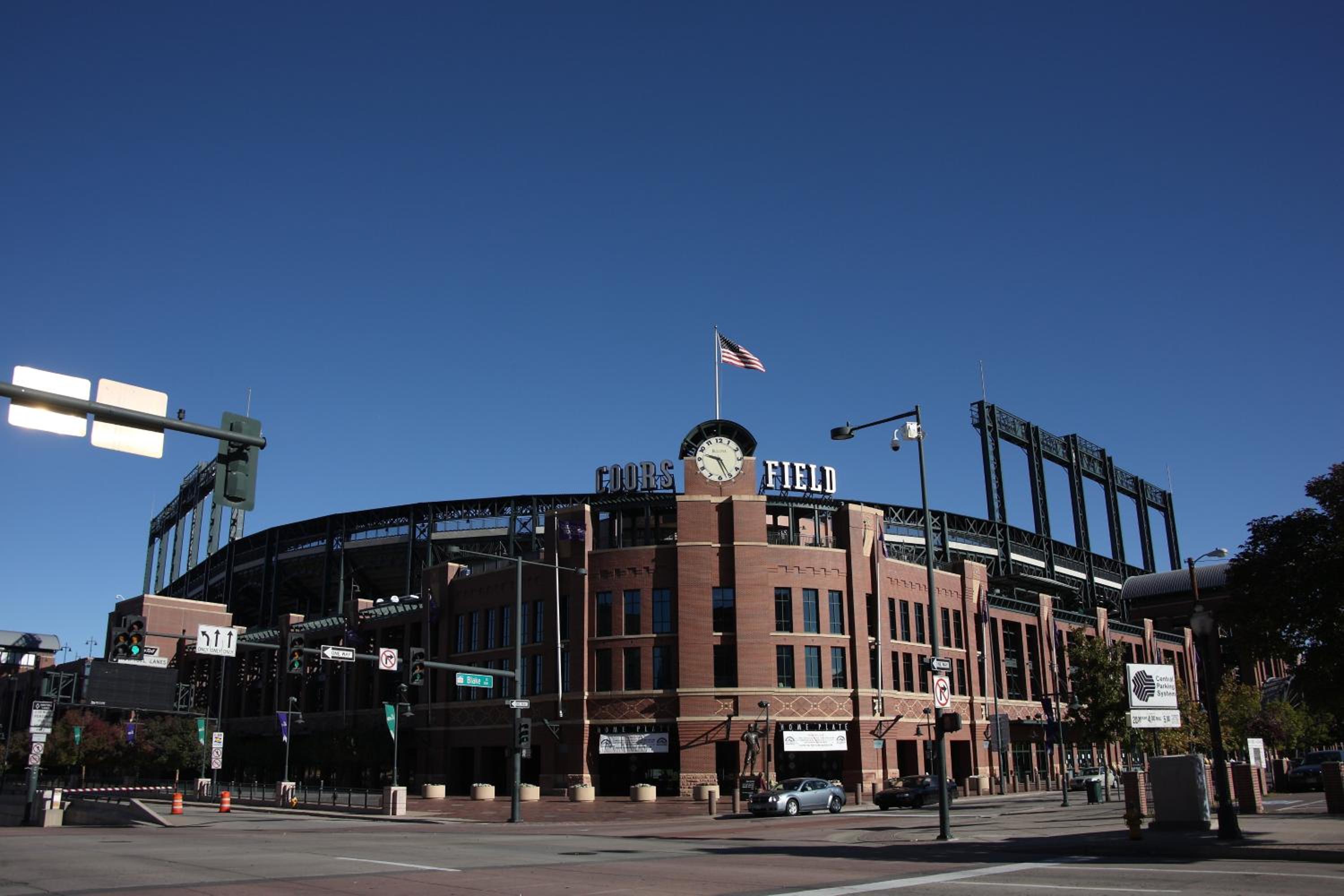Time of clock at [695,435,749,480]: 9:25
